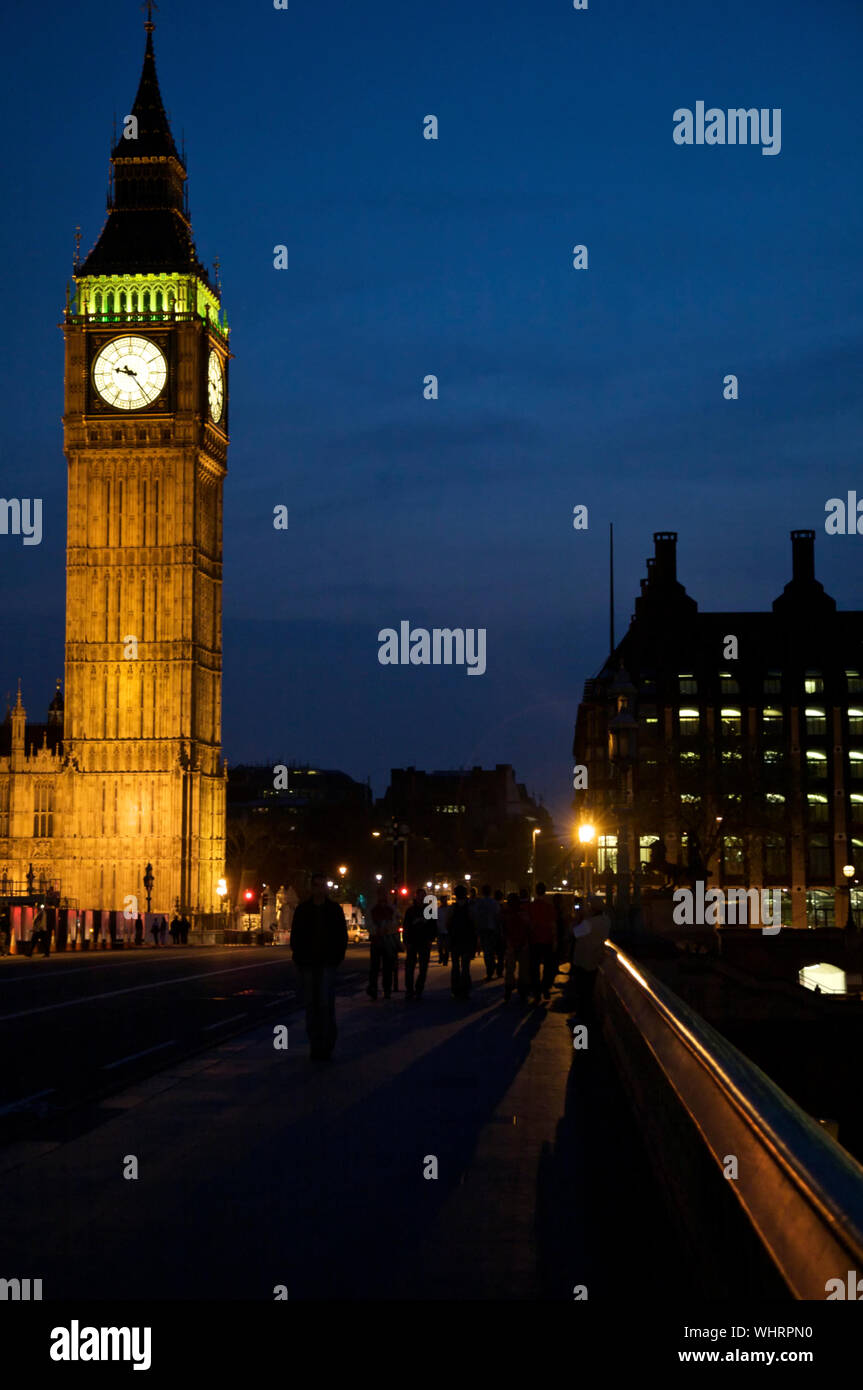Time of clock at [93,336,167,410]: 9:23
